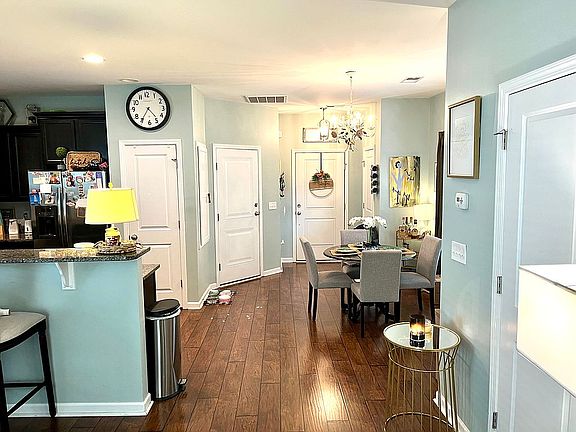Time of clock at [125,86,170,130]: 4:35
